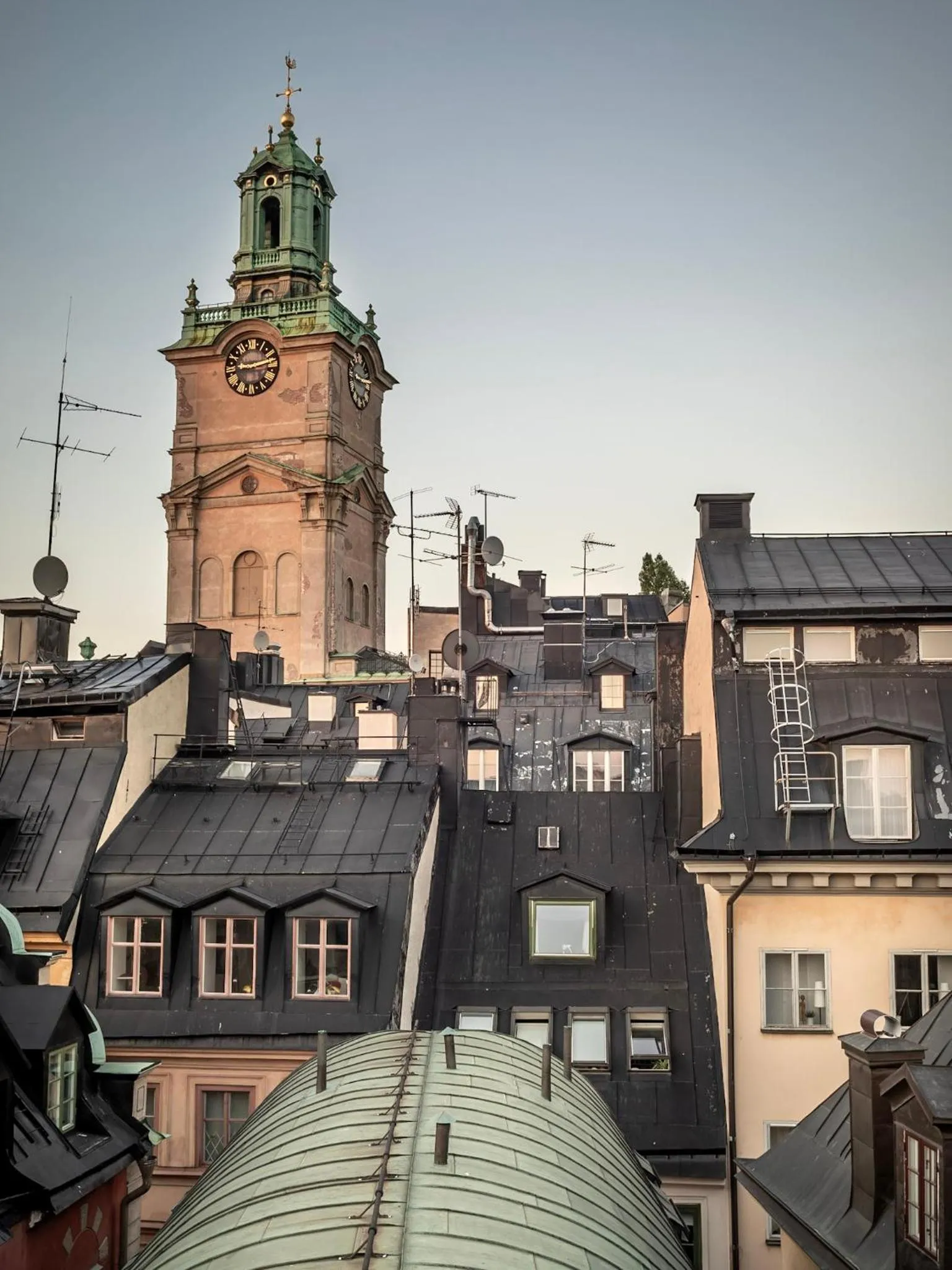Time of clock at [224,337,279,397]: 9:12
